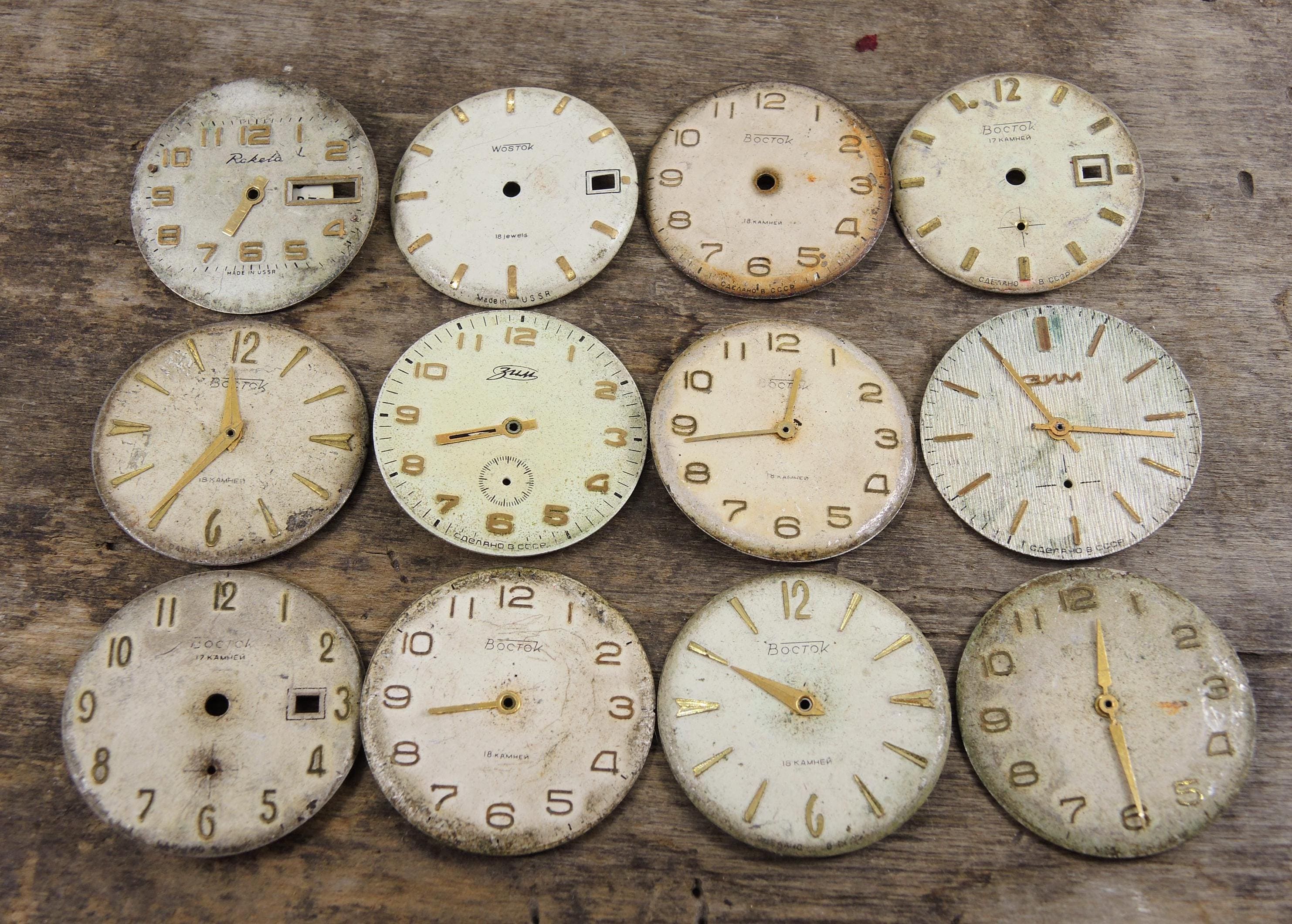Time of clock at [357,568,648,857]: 8:43
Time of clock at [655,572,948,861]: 9:50
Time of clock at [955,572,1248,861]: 12:29
